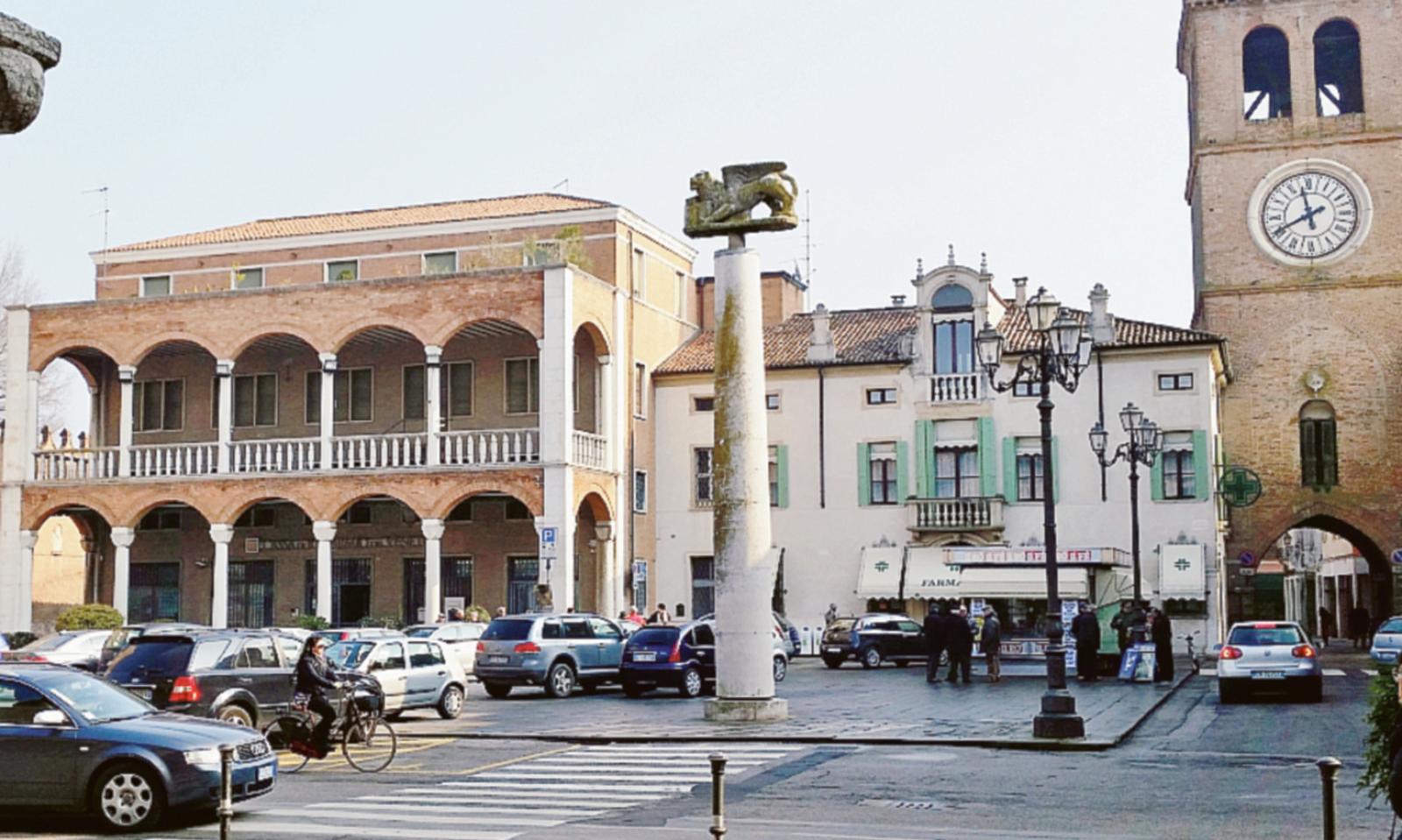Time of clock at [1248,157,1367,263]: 11:40
